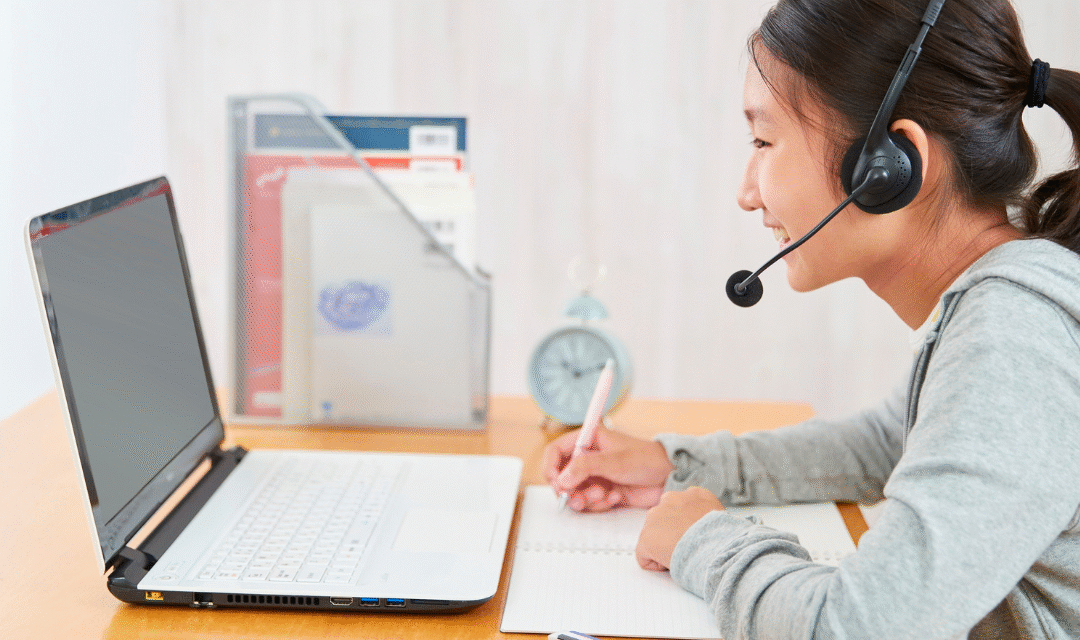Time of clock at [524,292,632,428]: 10:12
